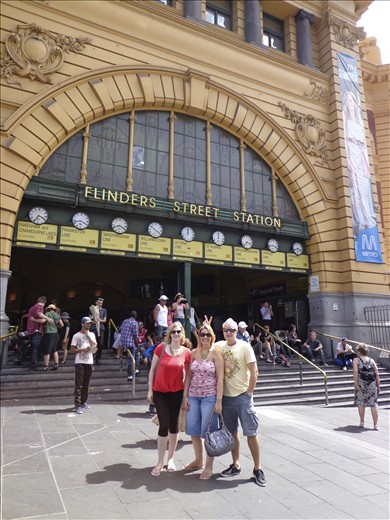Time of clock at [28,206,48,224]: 3:34
